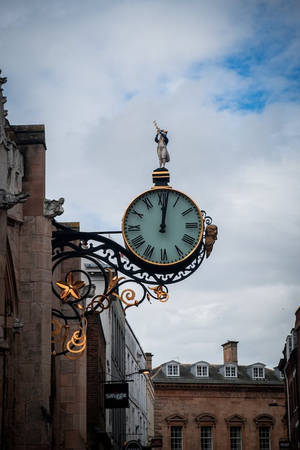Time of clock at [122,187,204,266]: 12:01
